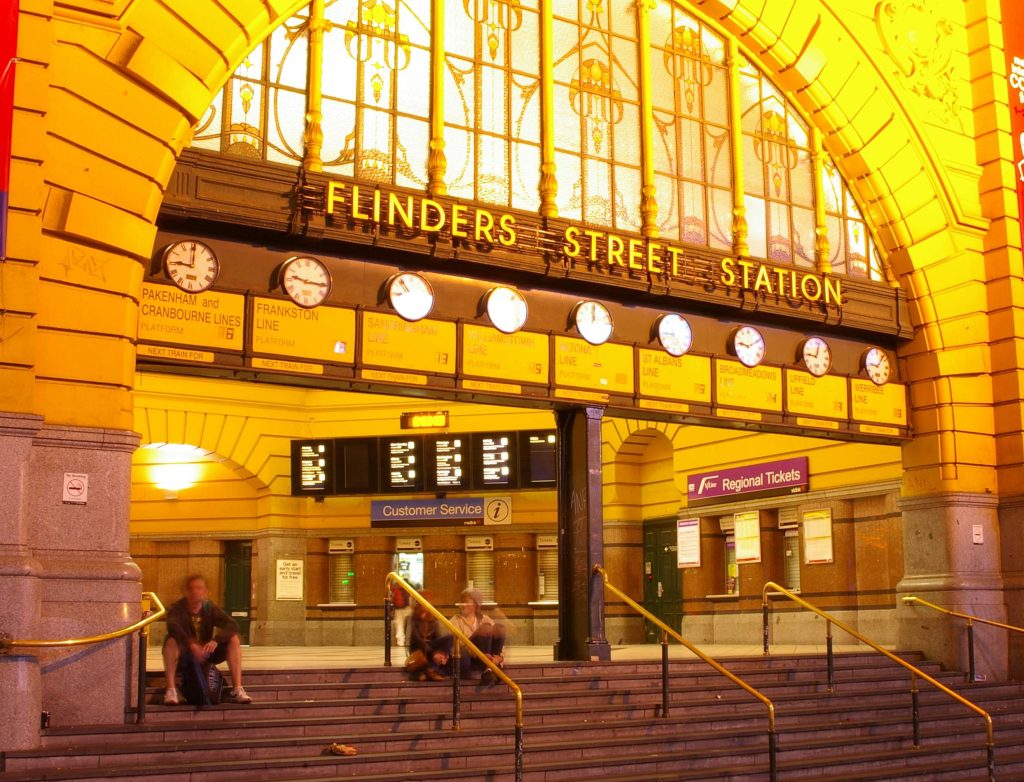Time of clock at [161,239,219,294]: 9:00
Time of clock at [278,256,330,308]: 9:15
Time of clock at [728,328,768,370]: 9:10
